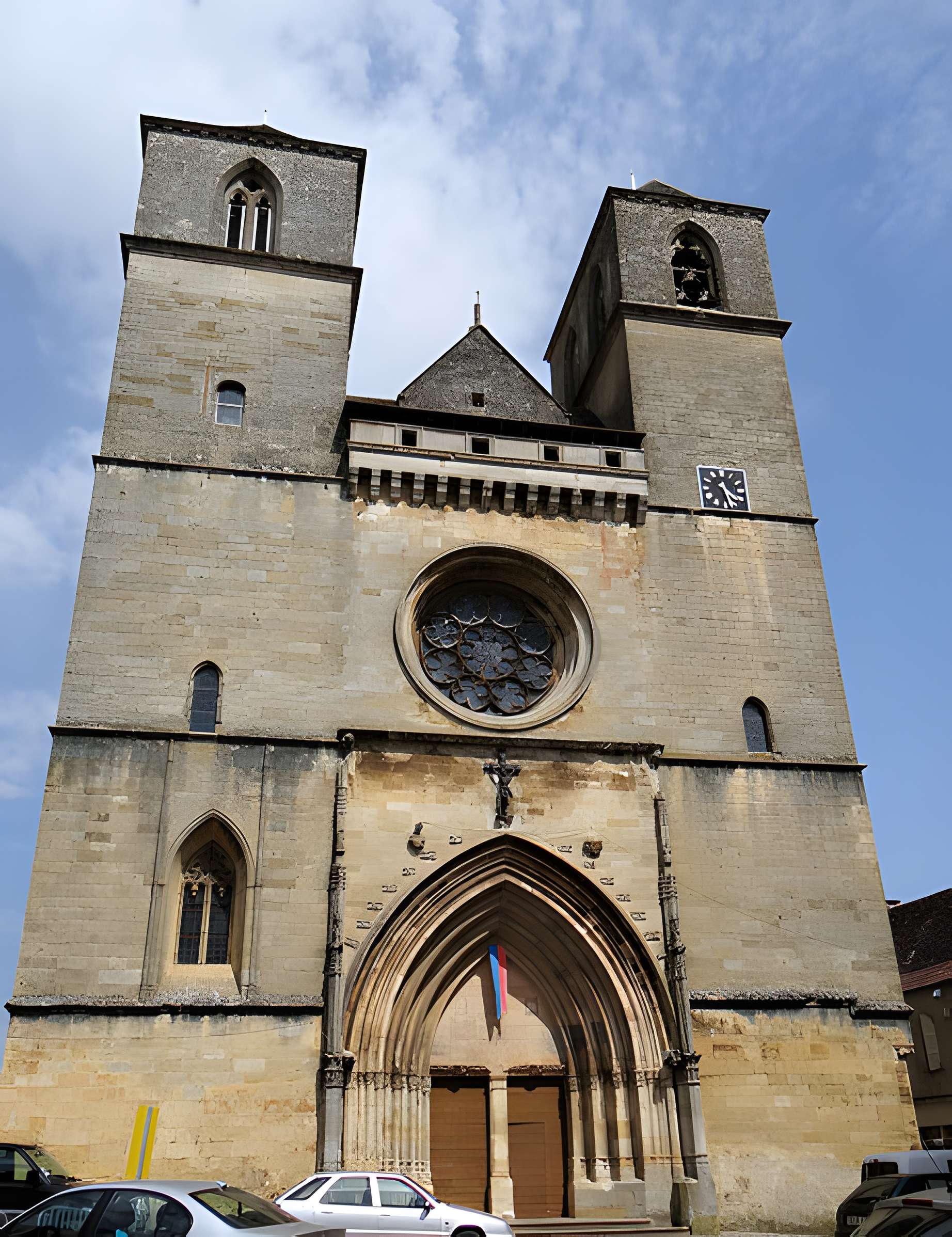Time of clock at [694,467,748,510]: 4:27
